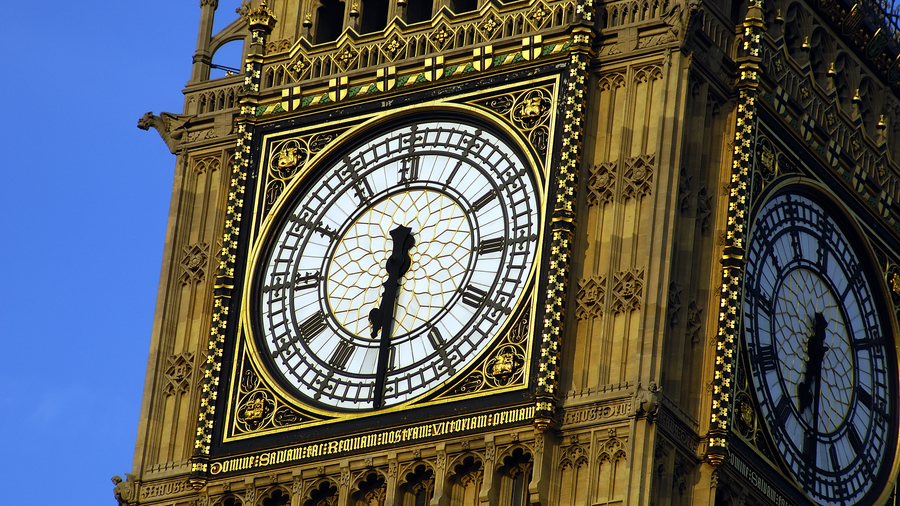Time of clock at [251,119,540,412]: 6:30
